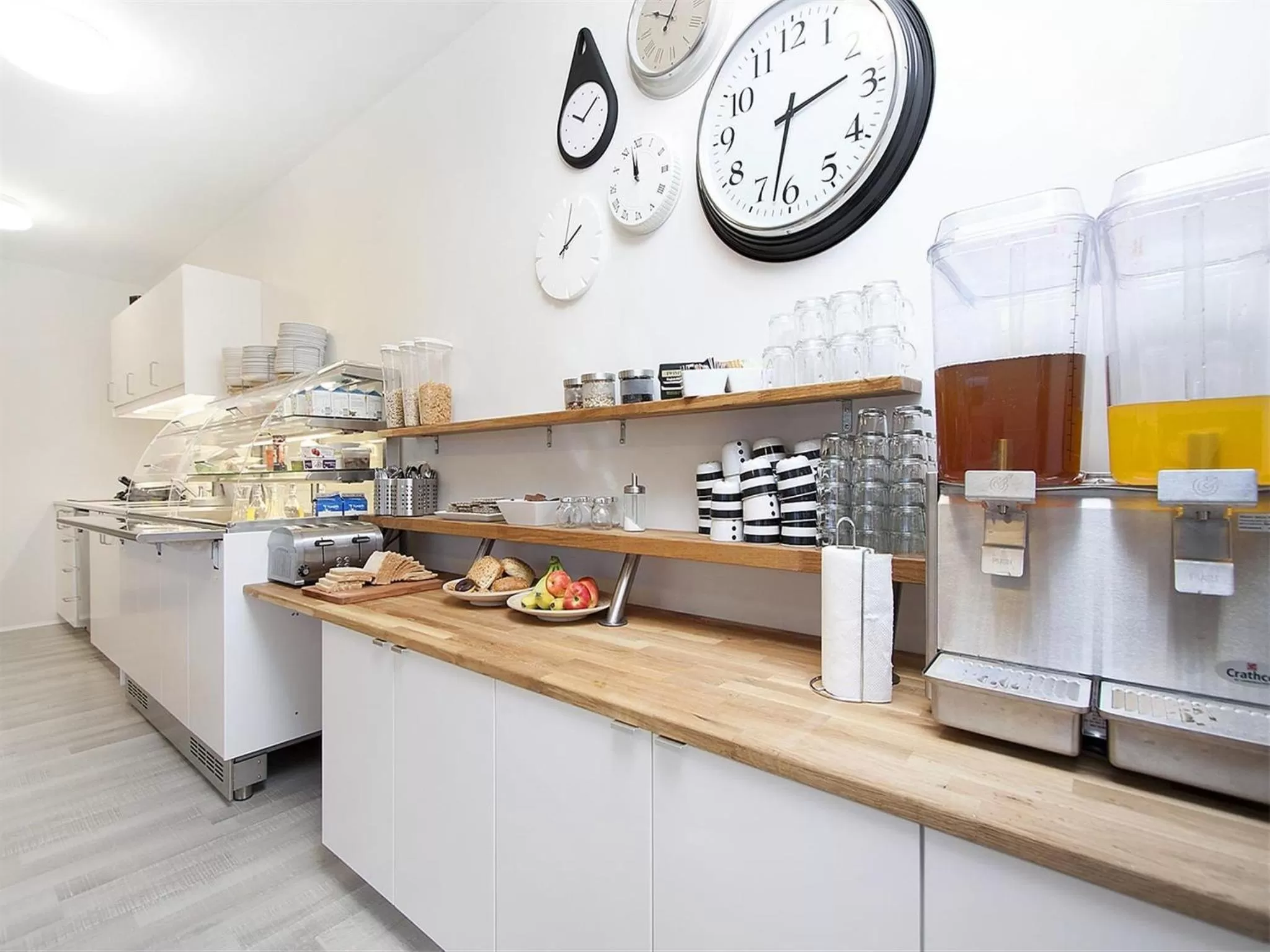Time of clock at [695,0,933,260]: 2:32
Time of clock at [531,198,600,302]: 2:02
